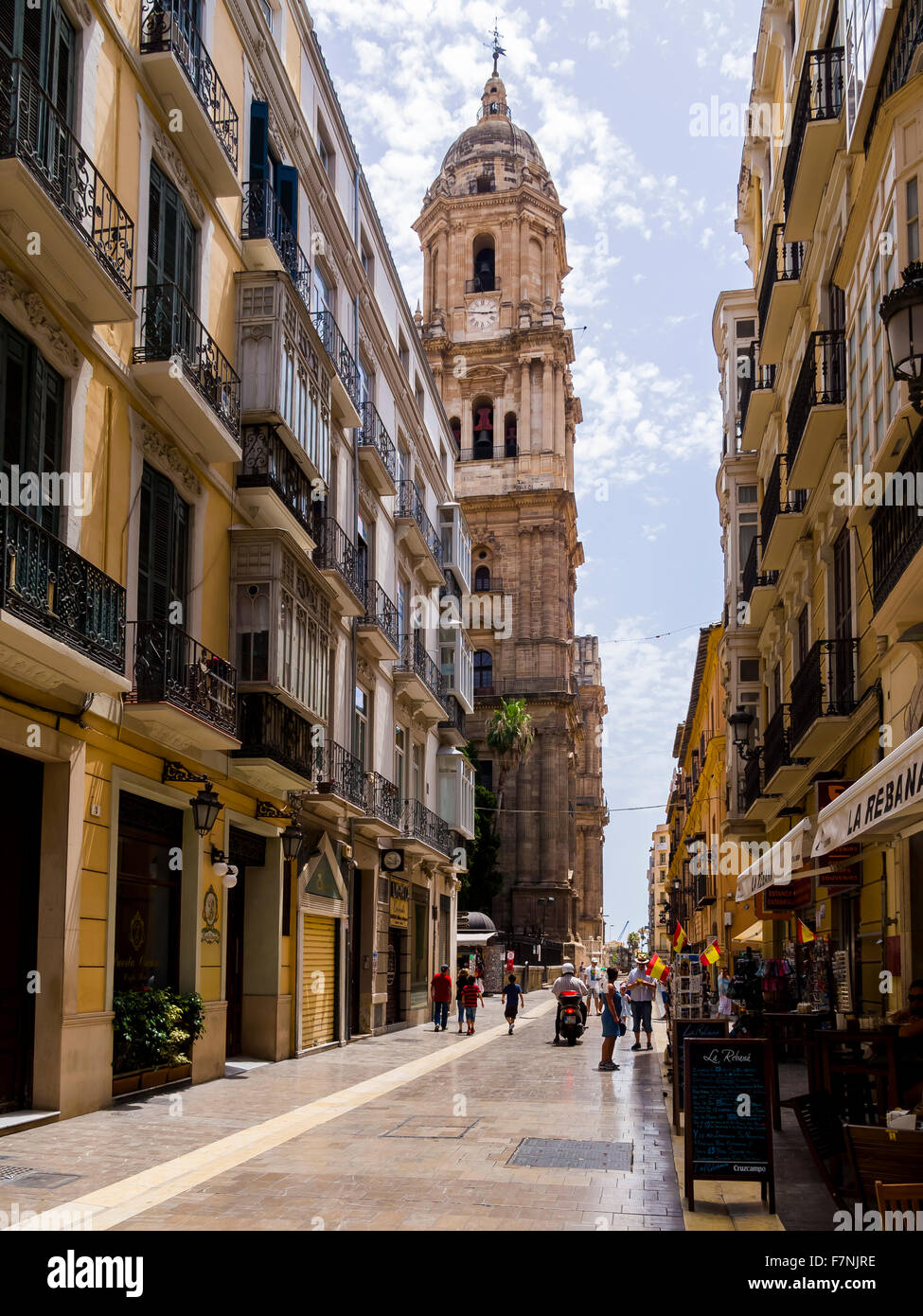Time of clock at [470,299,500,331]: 2:46
